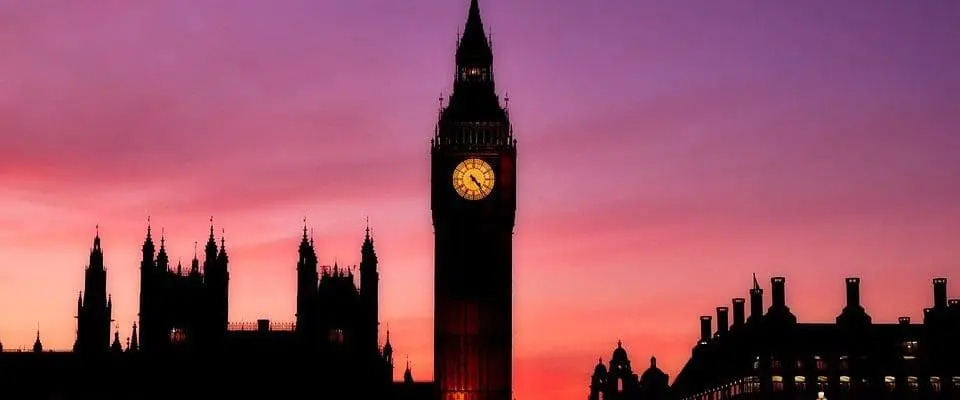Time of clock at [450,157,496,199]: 4:23
